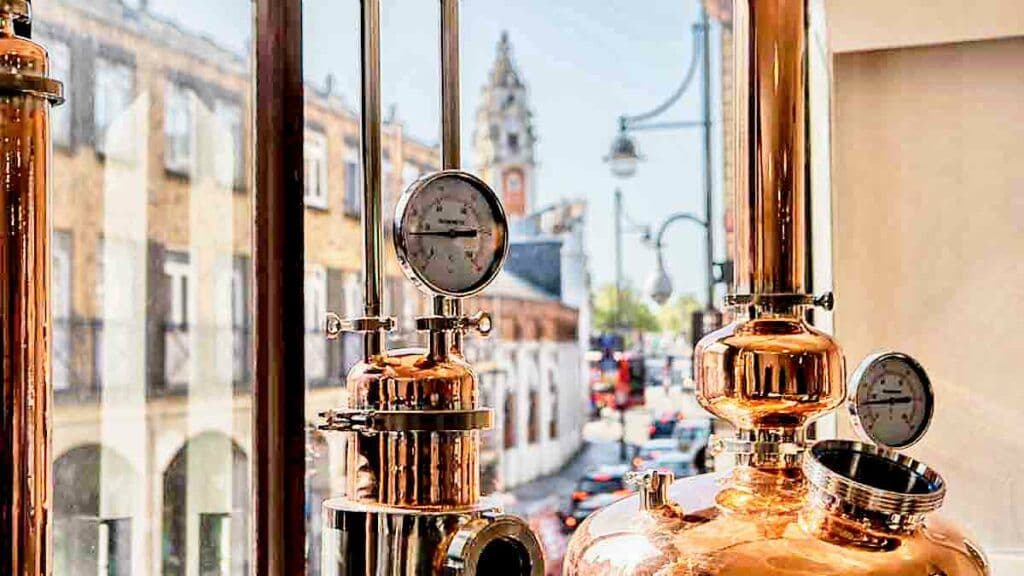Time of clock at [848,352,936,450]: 2:44
